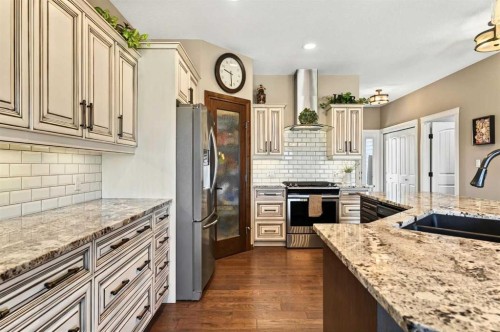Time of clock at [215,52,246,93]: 9:28
